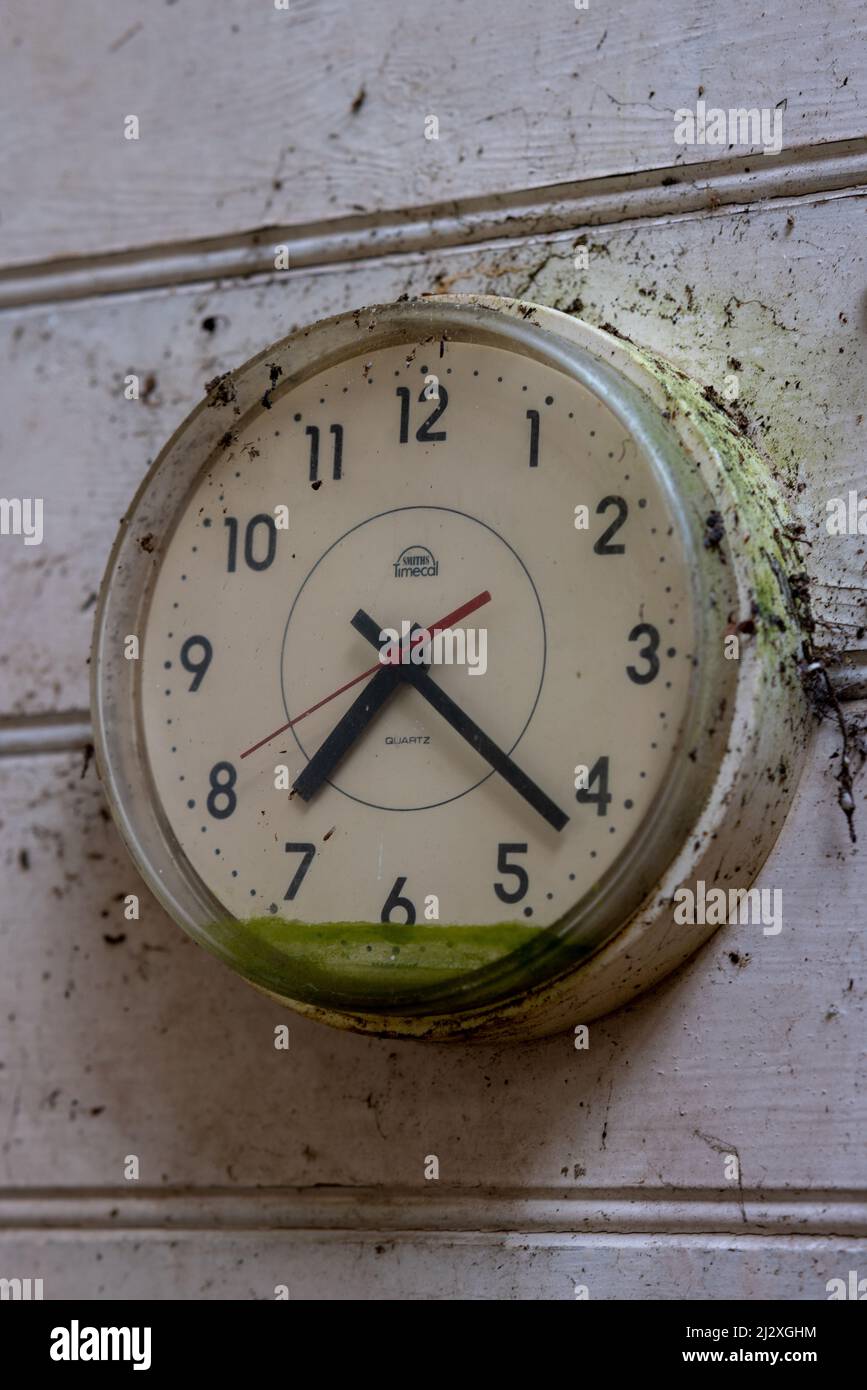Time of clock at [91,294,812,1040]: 7:21
